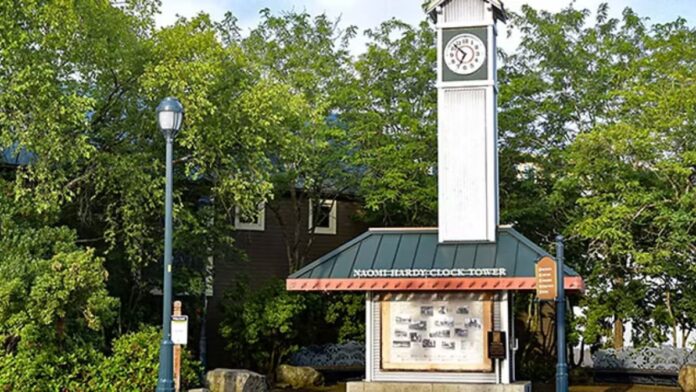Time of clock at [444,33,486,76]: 6:52
